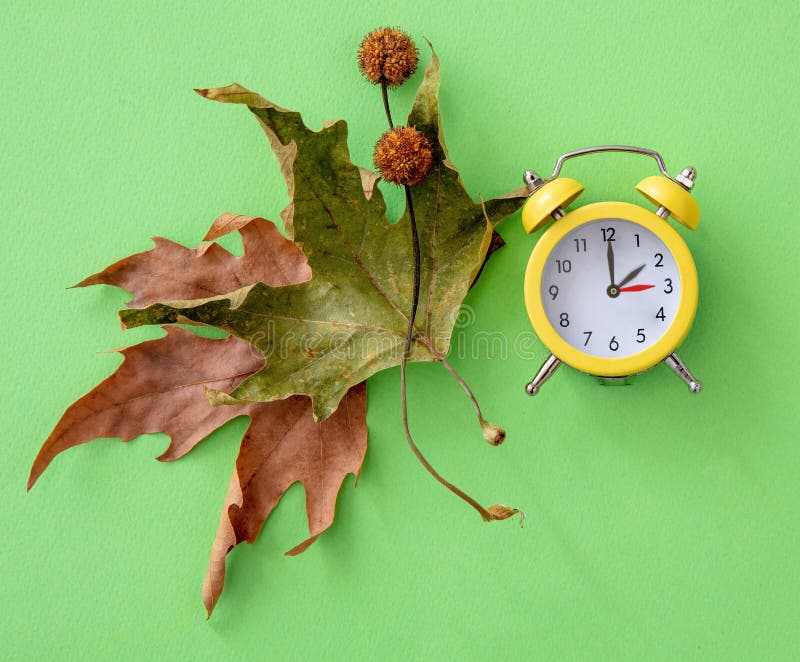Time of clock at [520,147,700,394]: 2:00
